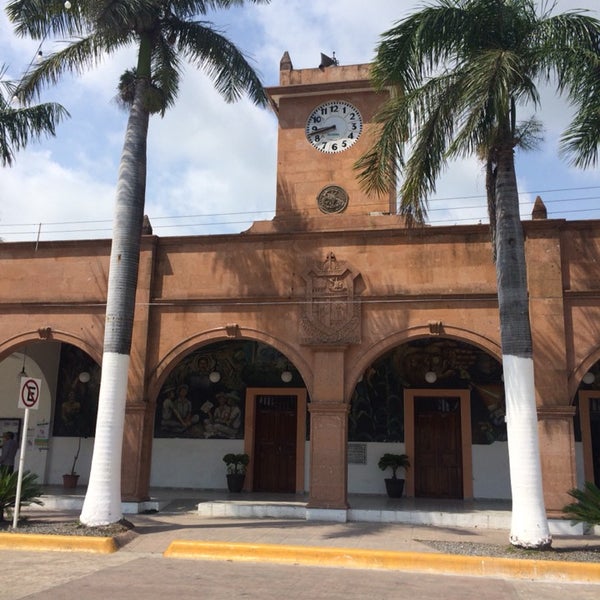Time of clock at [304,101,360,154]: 8:43
